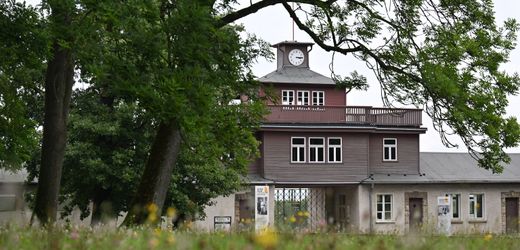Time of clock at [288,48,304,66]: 3:14
